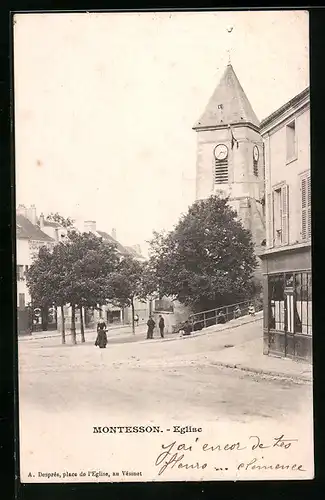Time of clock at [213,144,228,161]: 7:15
